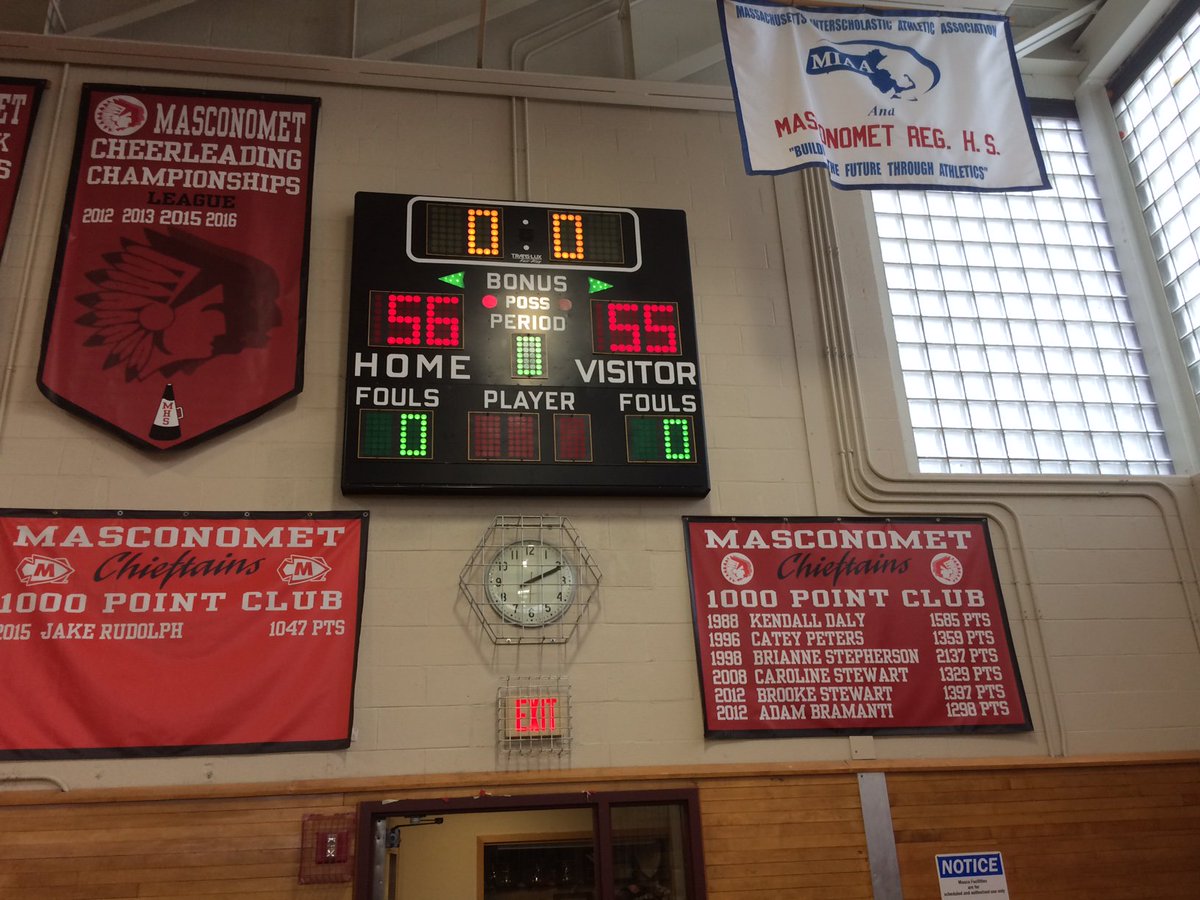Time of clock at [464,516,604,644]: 2:11
